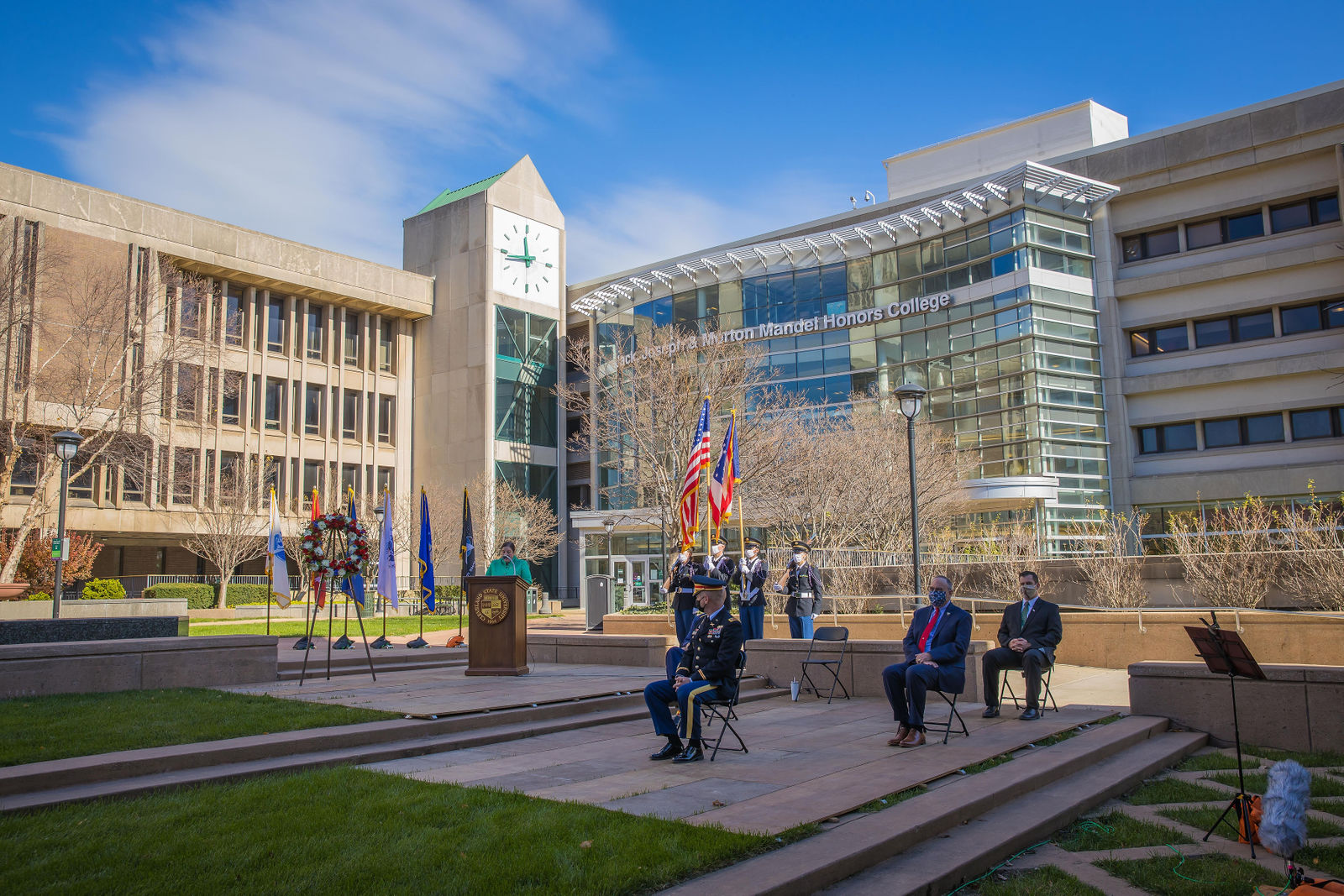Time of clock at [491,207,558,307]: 11:43
